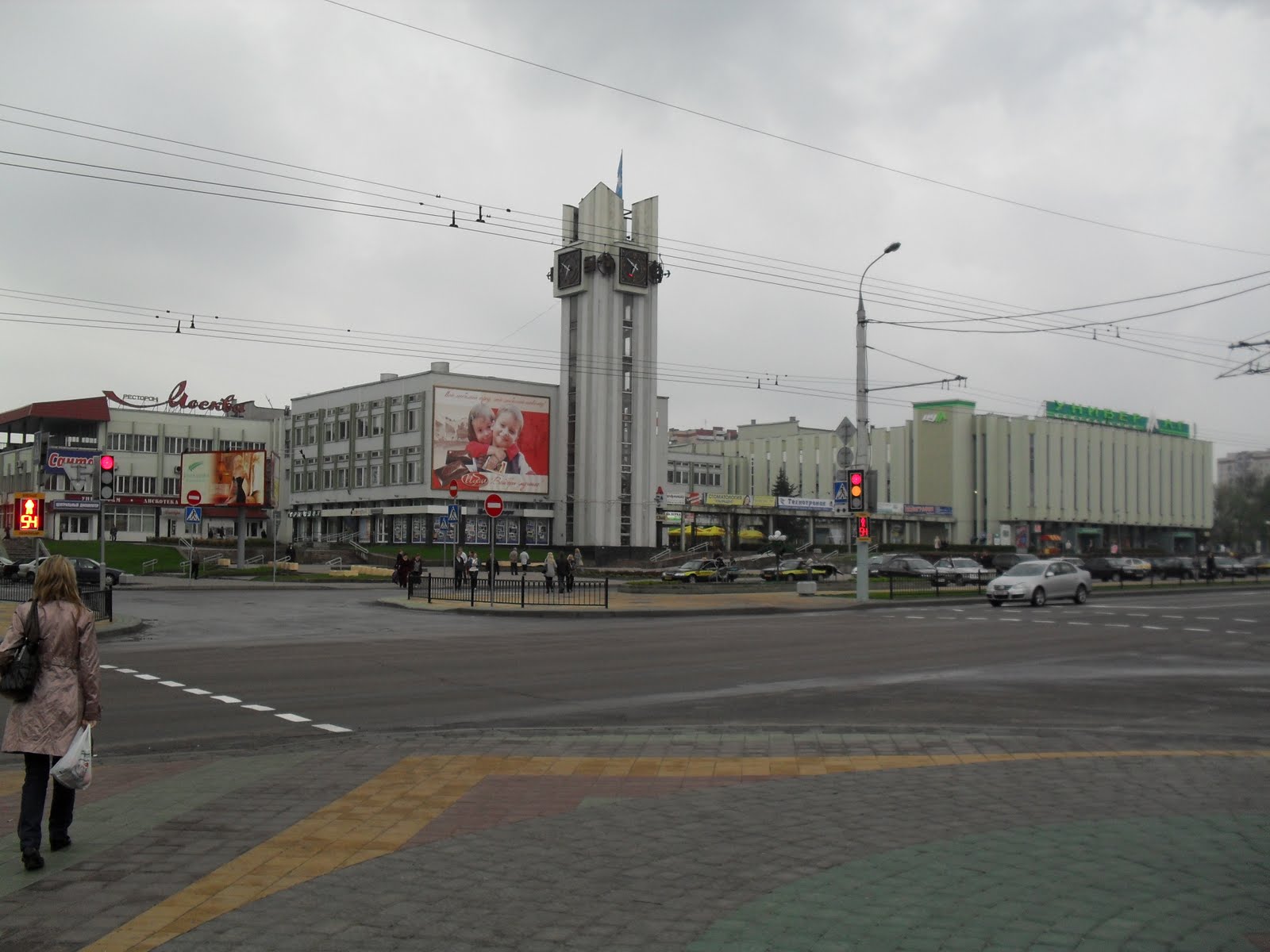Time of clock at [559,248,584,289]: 6:49
